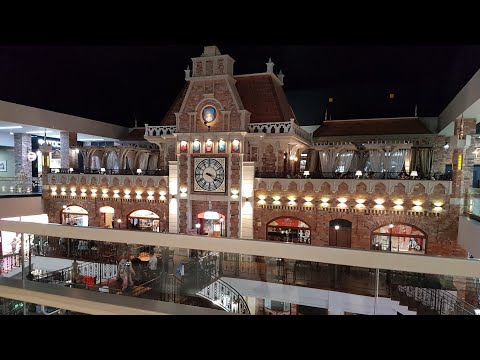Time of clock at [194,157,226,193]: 4:17
